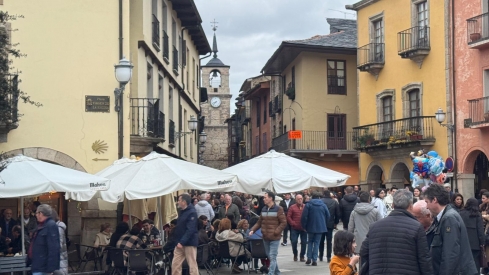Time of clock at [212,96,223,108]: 8:37
